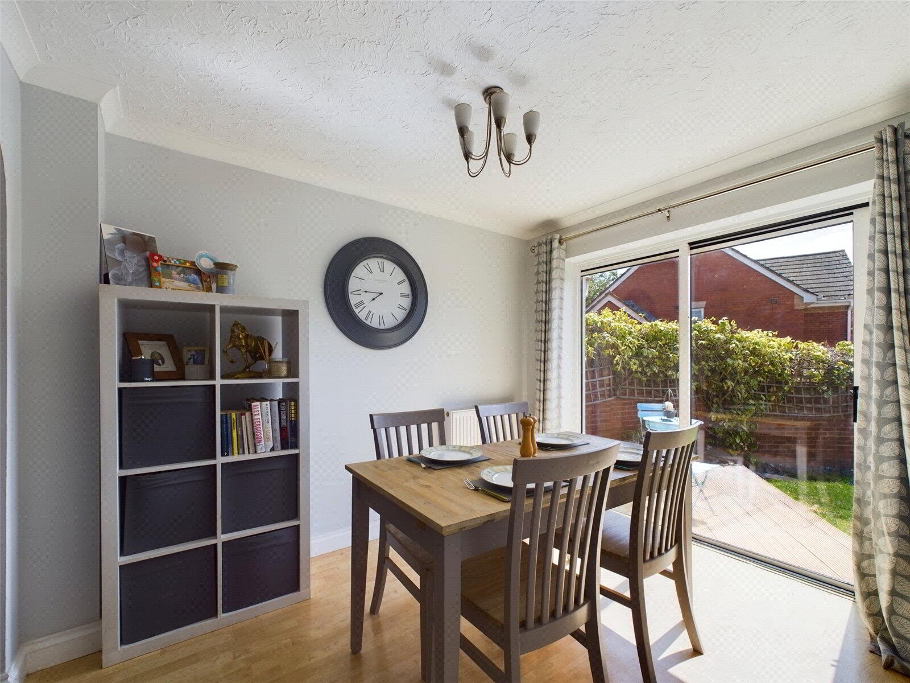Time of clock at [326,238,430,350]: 7:45
